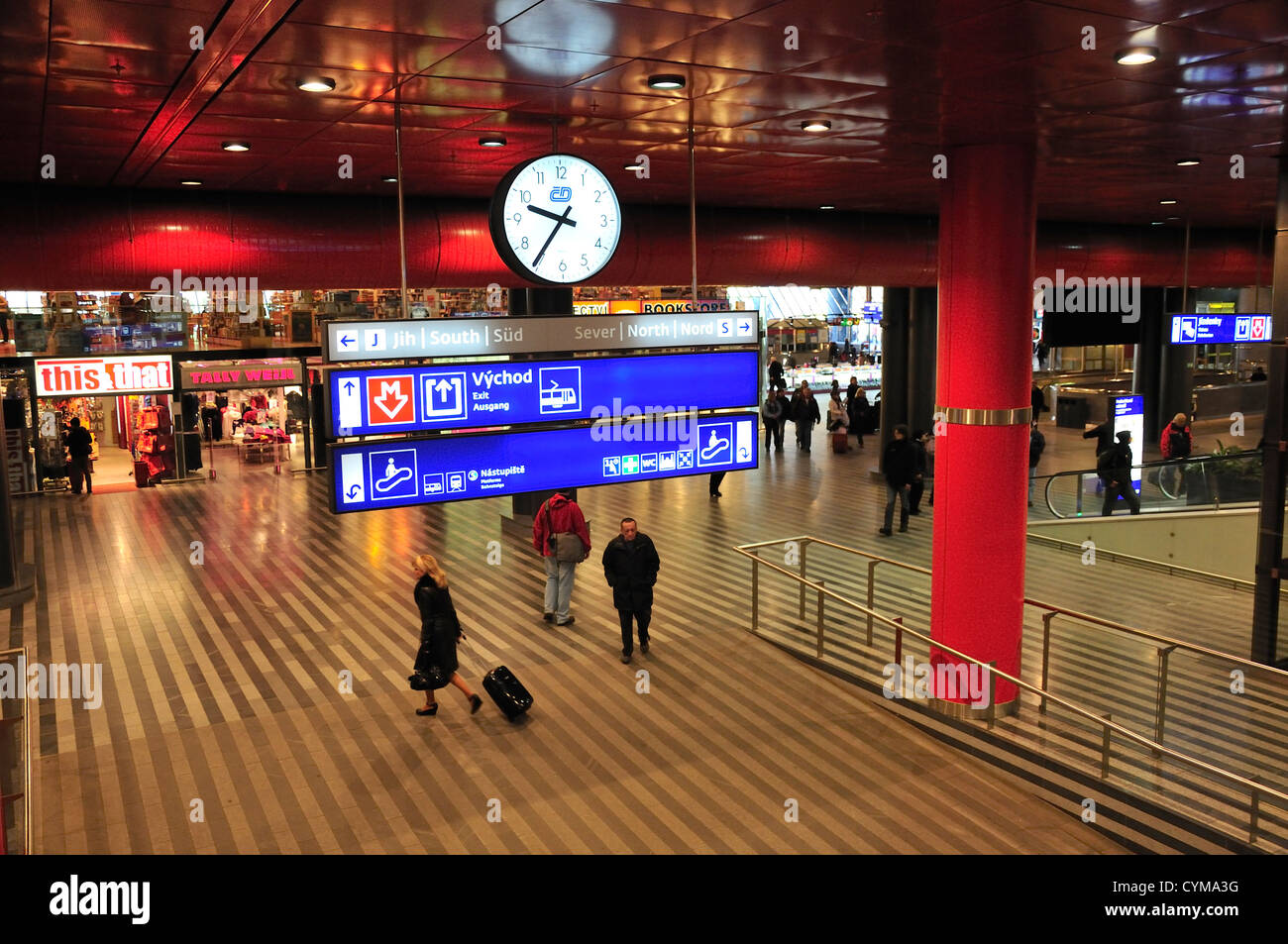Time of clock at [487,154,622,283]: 9:35
